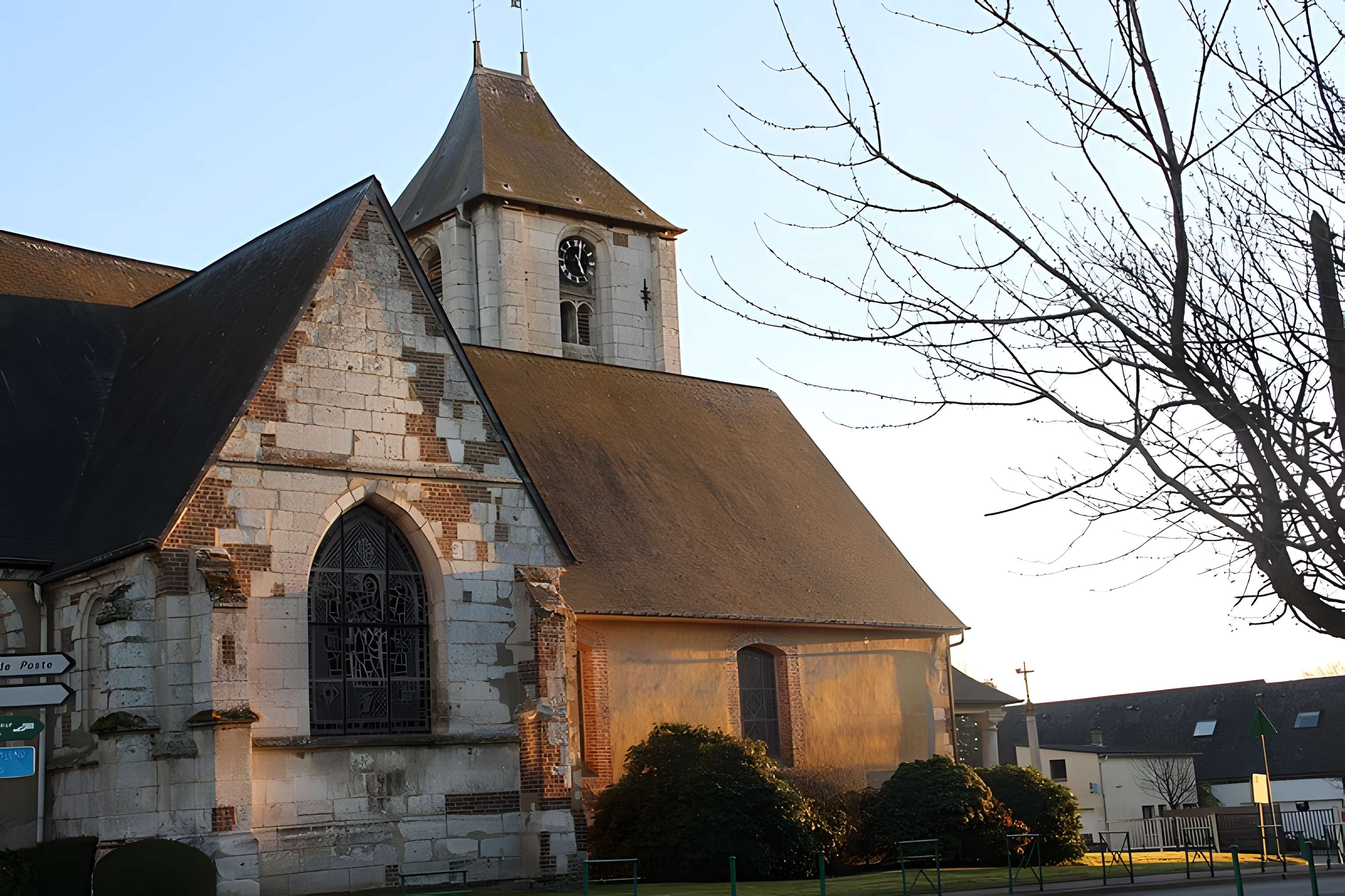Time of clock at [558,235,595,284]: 5:02
